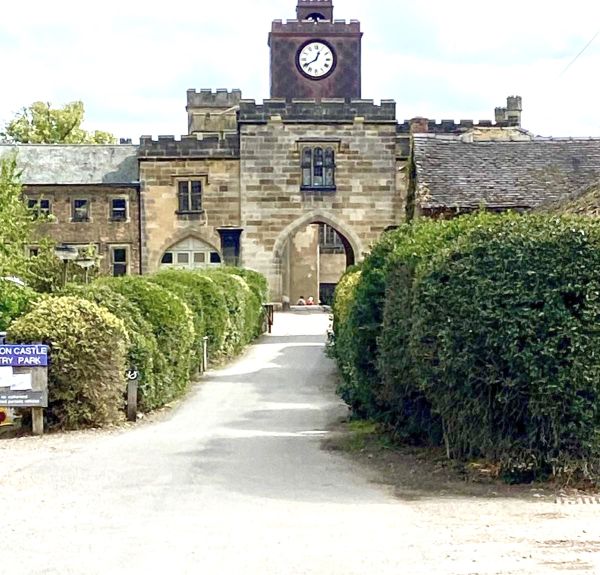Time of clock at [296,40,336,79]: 12:40
